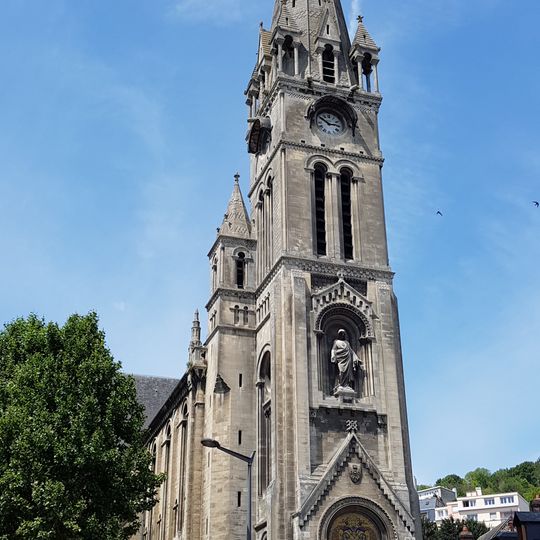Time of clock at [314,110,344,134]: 2:50
